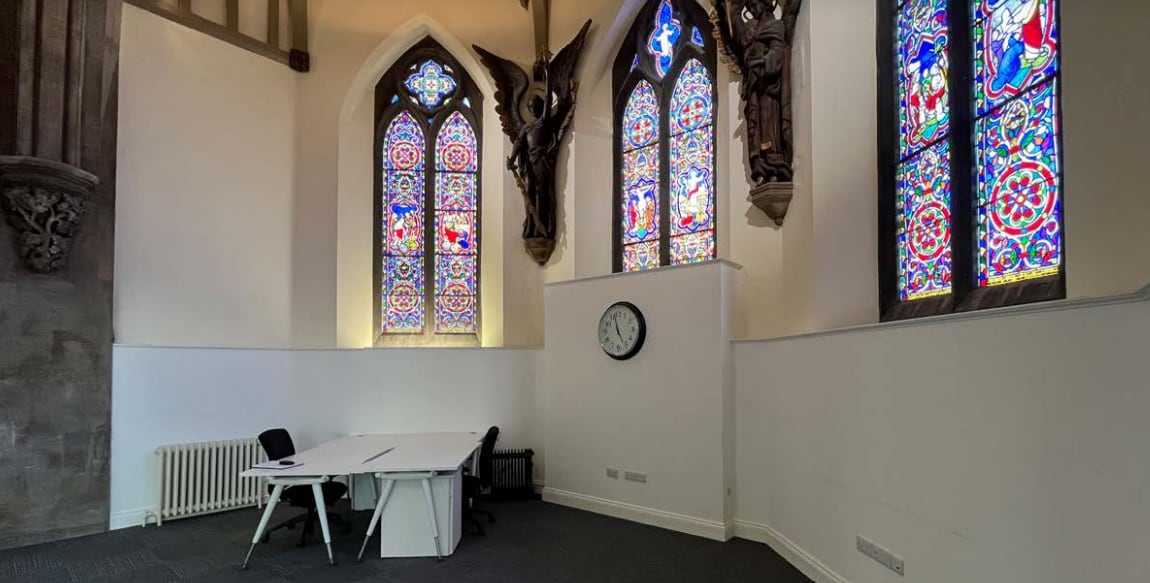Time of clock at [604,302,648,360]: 4:57
